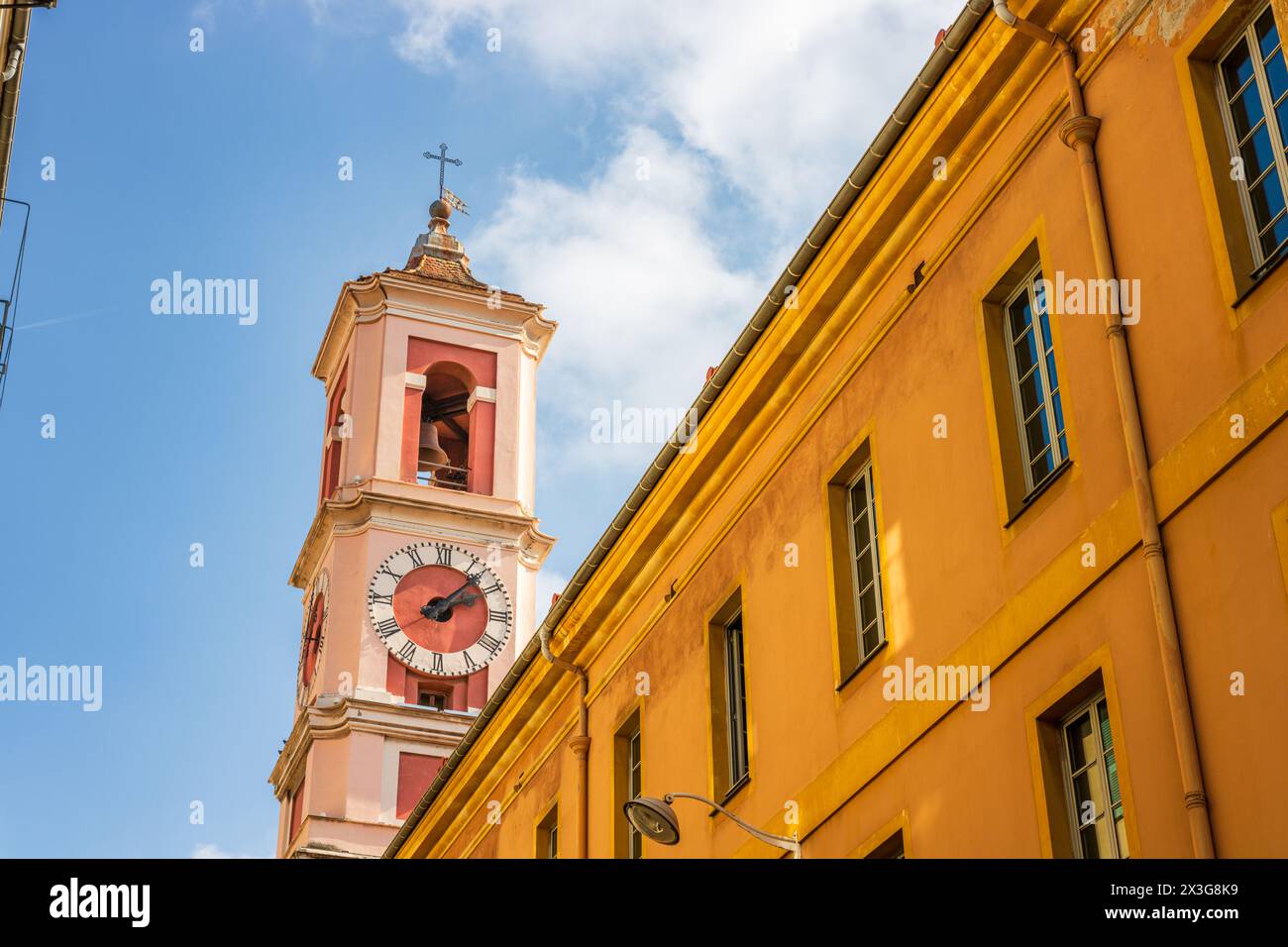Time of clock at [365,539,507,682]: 2:07
